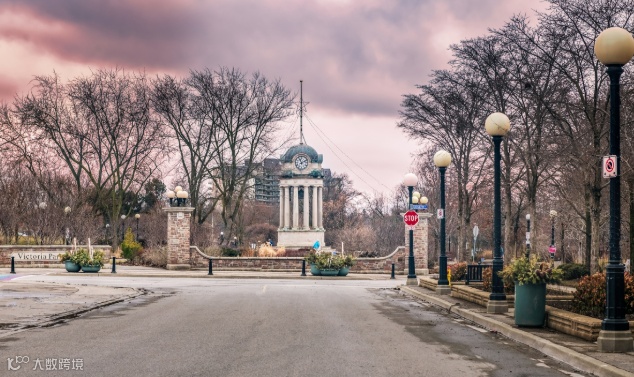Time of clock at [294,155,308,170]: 11:10
